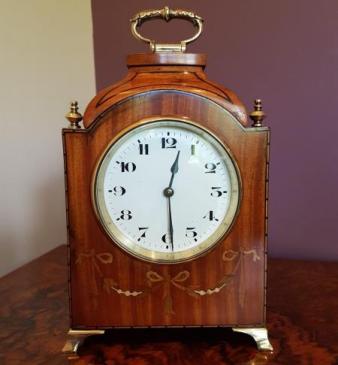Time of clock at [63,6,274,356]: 12:29
